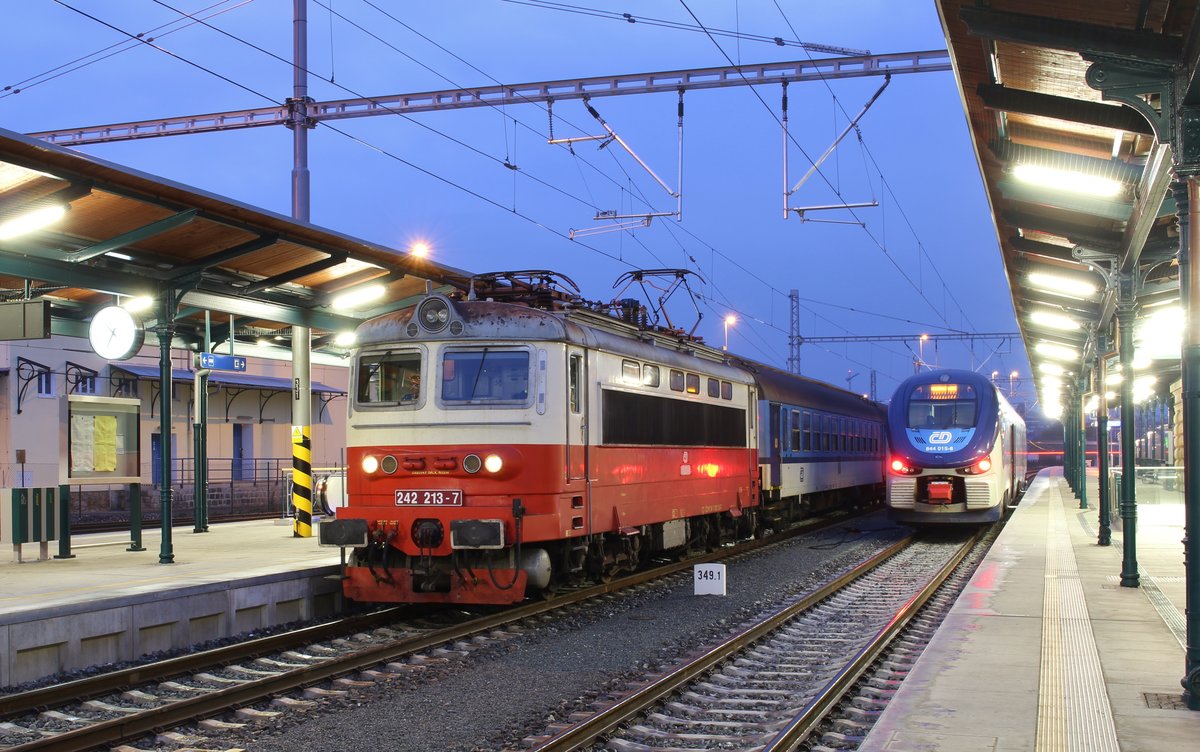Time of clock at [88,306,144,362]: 4:34
